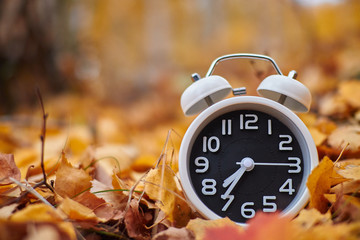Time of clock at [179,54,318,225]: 7:36
